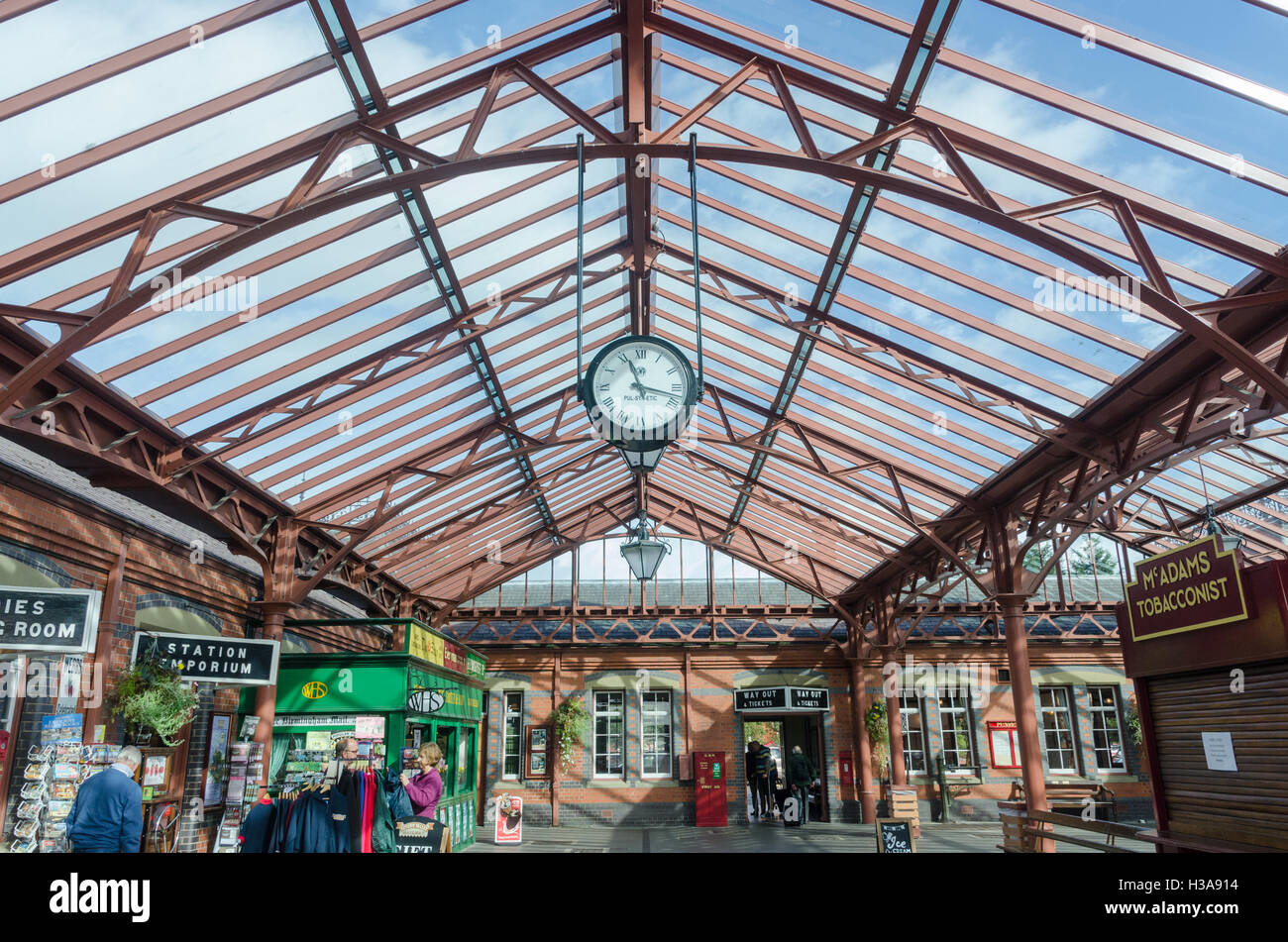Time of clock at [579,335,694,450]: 11:17
